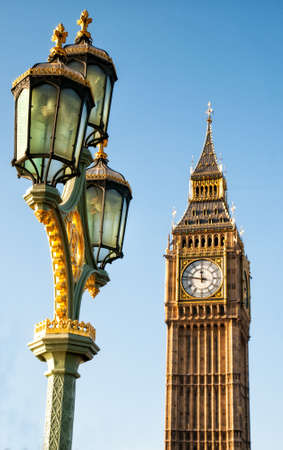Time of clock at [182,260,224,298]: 11:46
